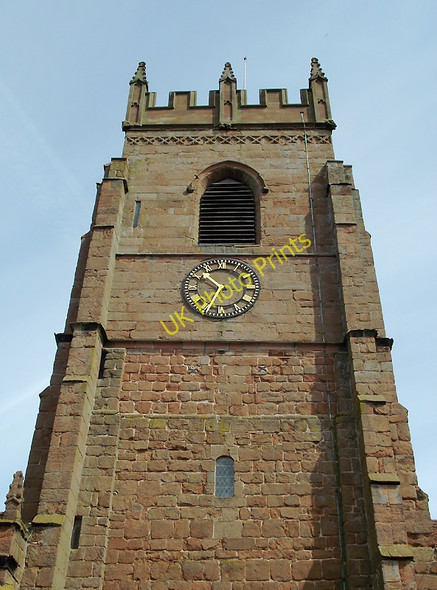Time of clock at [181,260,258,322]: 10:34
